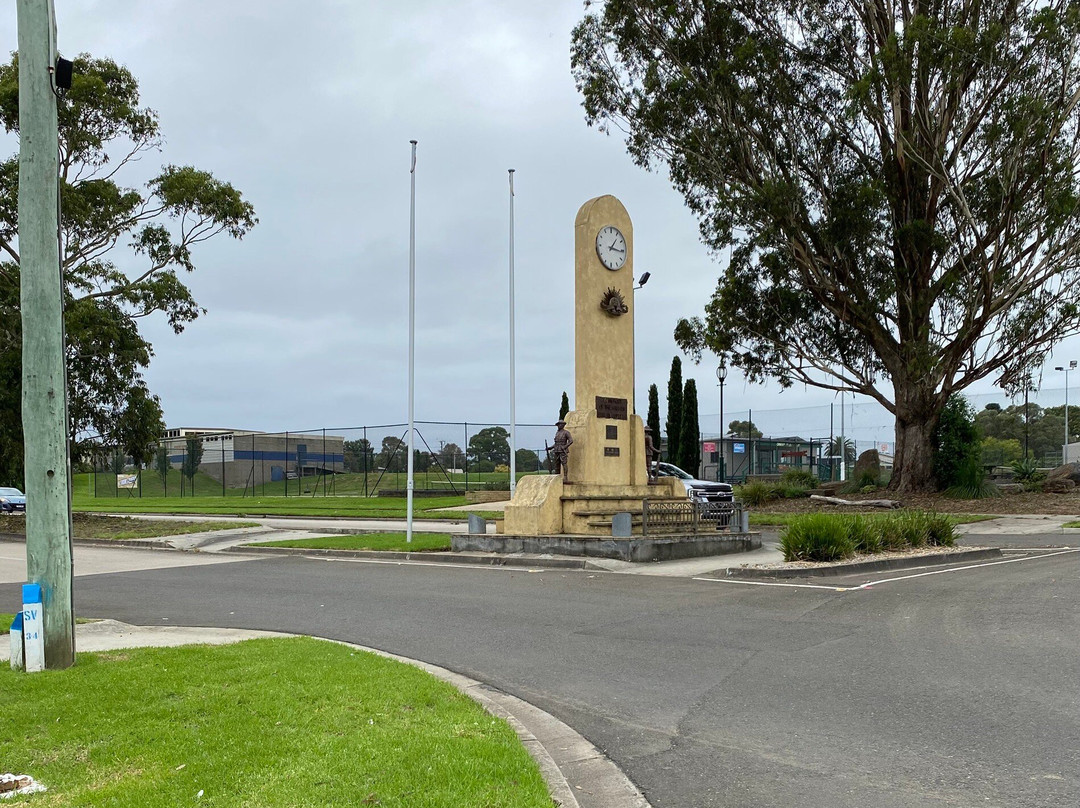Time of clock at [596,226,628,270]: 1:15
